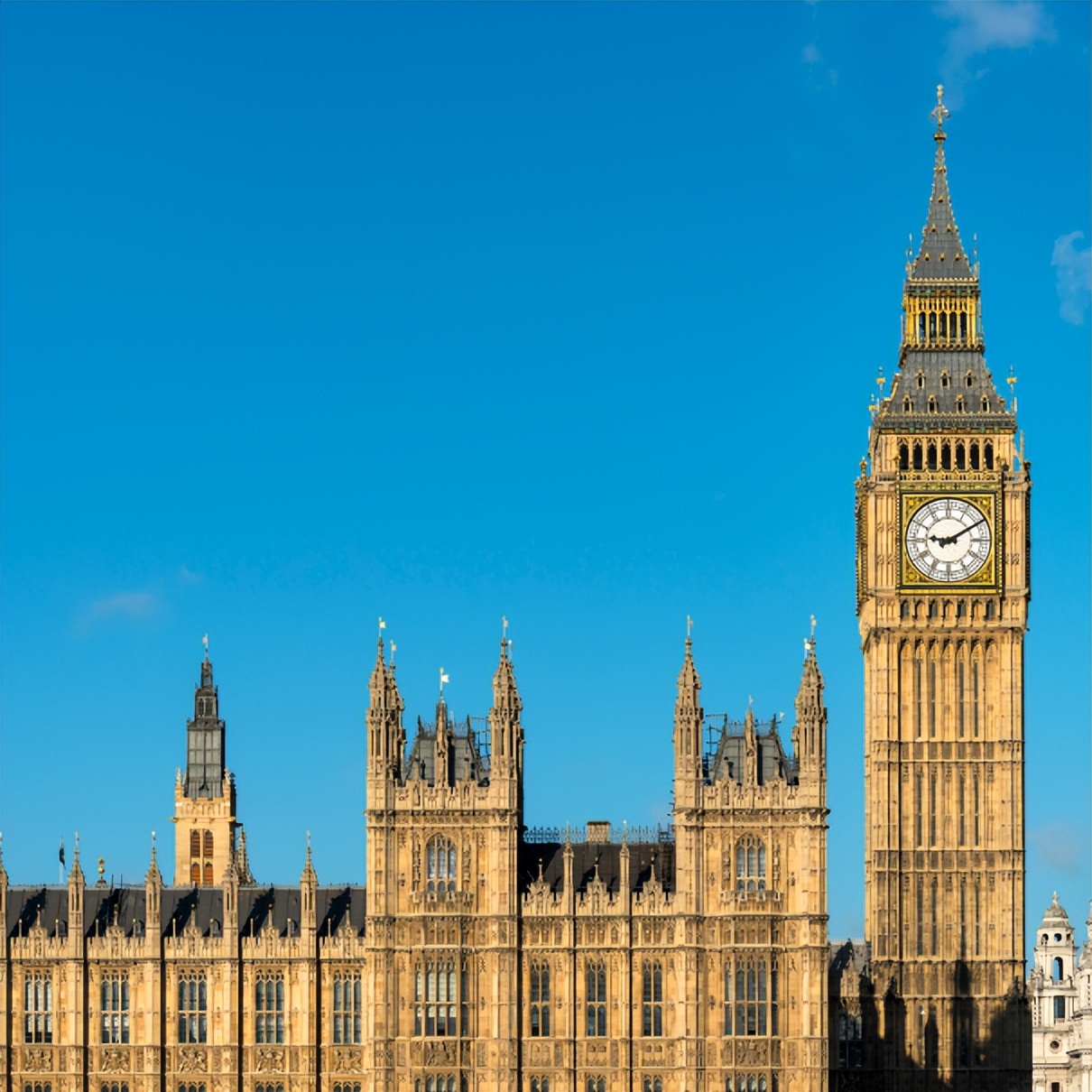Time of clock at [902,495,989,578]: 9:10
